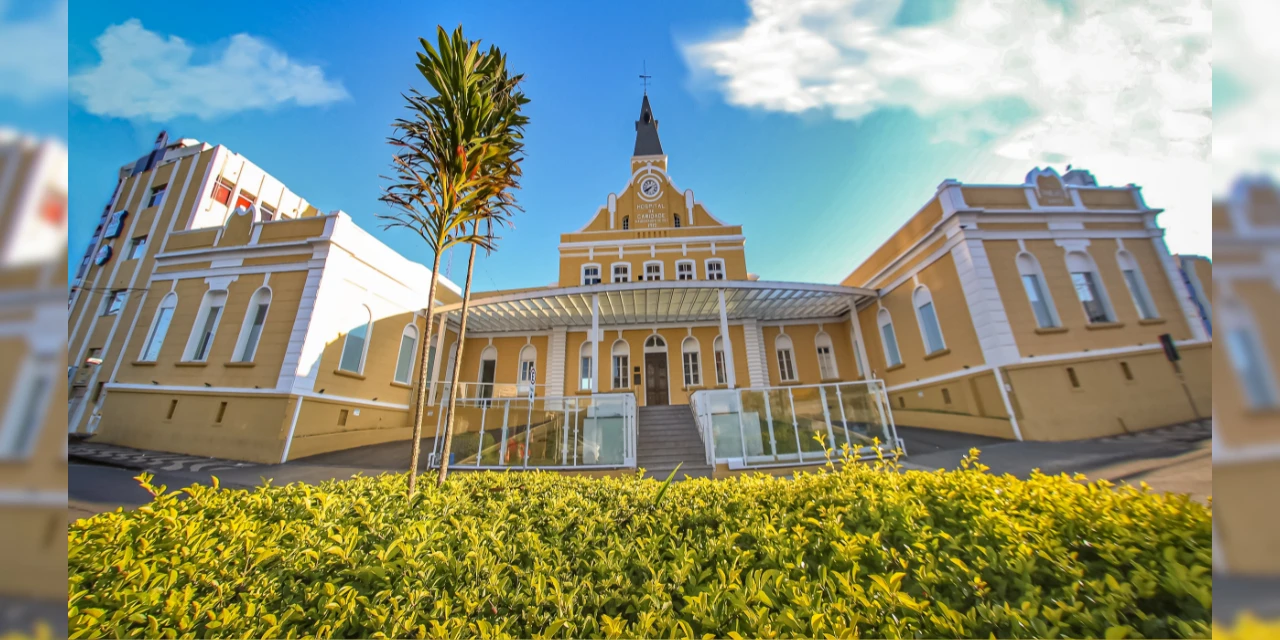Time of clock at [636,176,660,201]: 7:40
